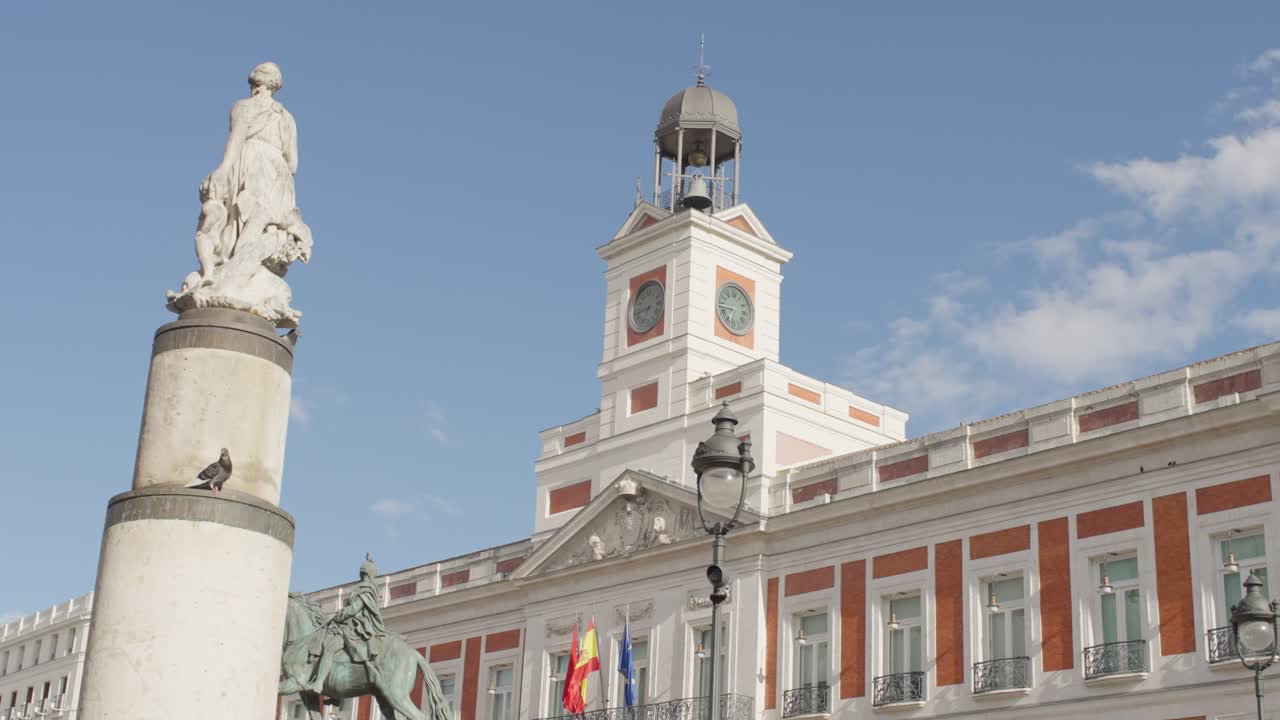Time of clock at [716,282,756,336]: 6:43
